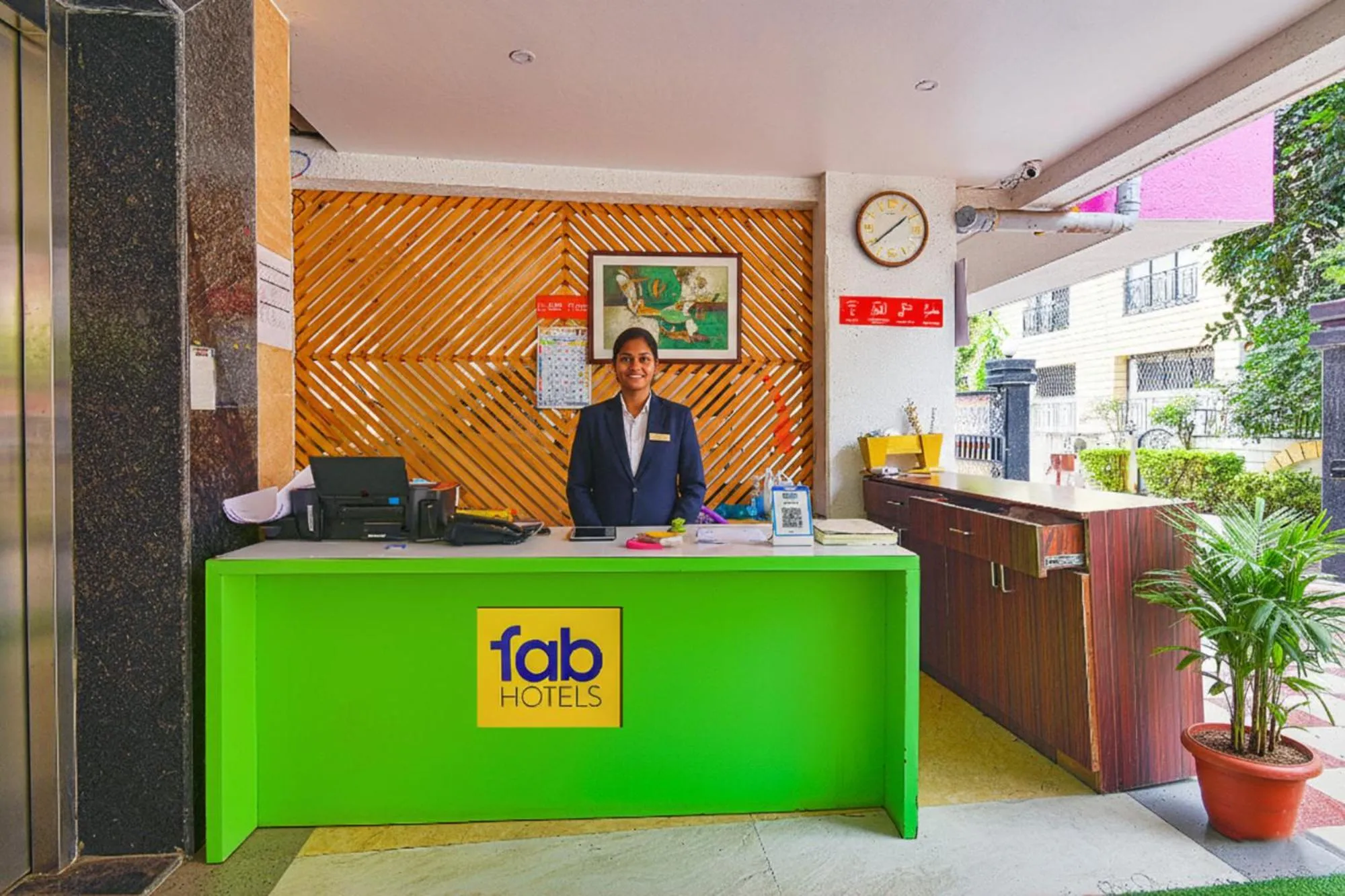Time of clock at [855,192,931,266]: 1:38
